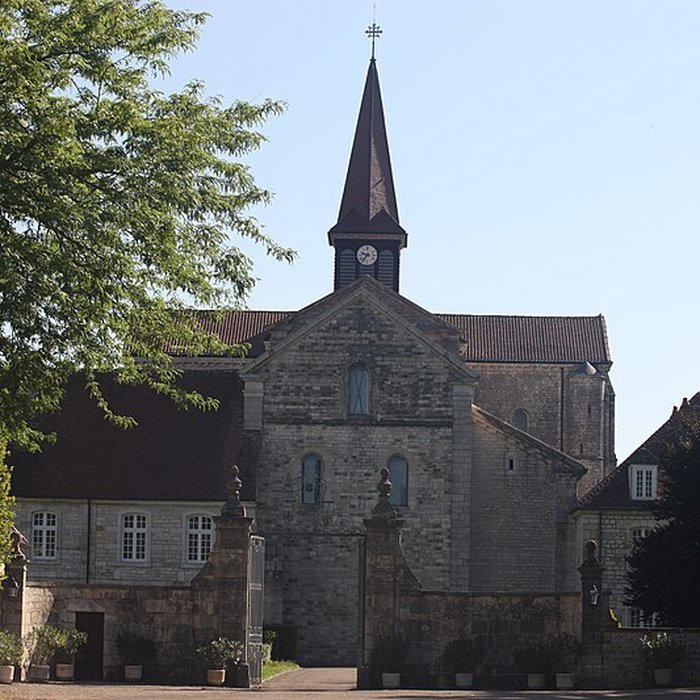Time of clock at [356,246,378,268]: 9:36
